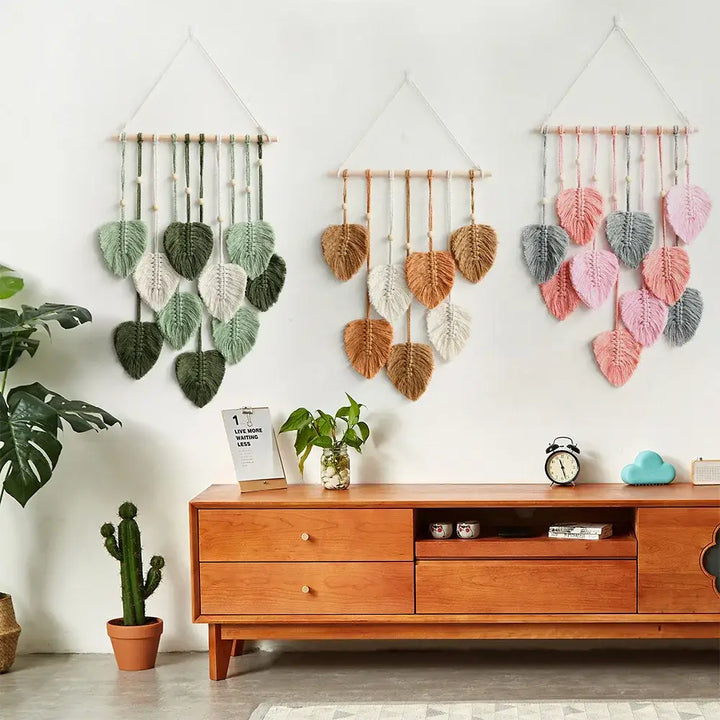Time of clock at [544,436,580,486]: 11:27
